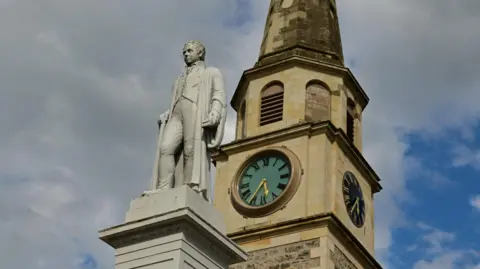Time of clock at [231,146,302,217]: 5:35
